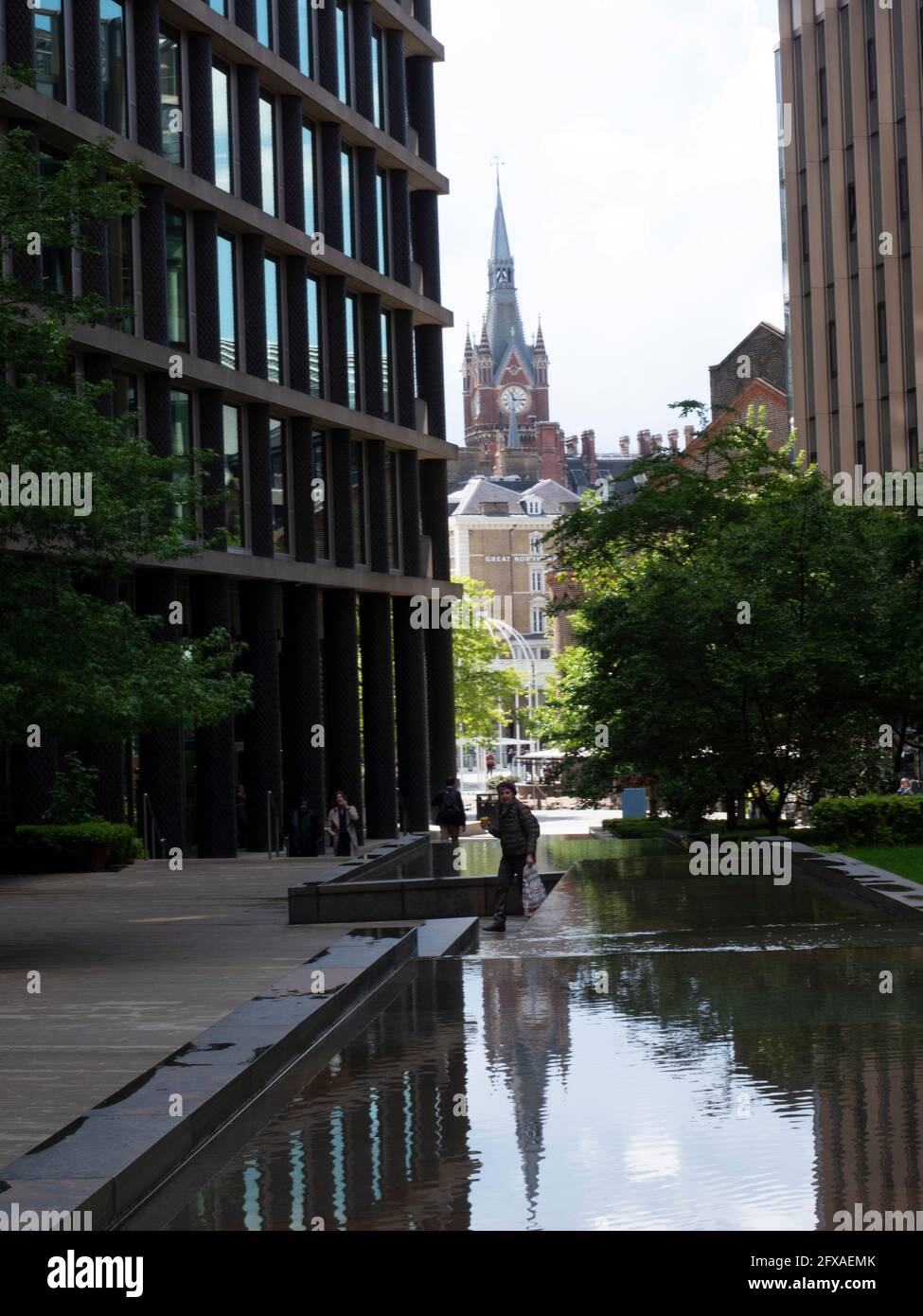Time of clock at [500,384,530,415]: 11:15
